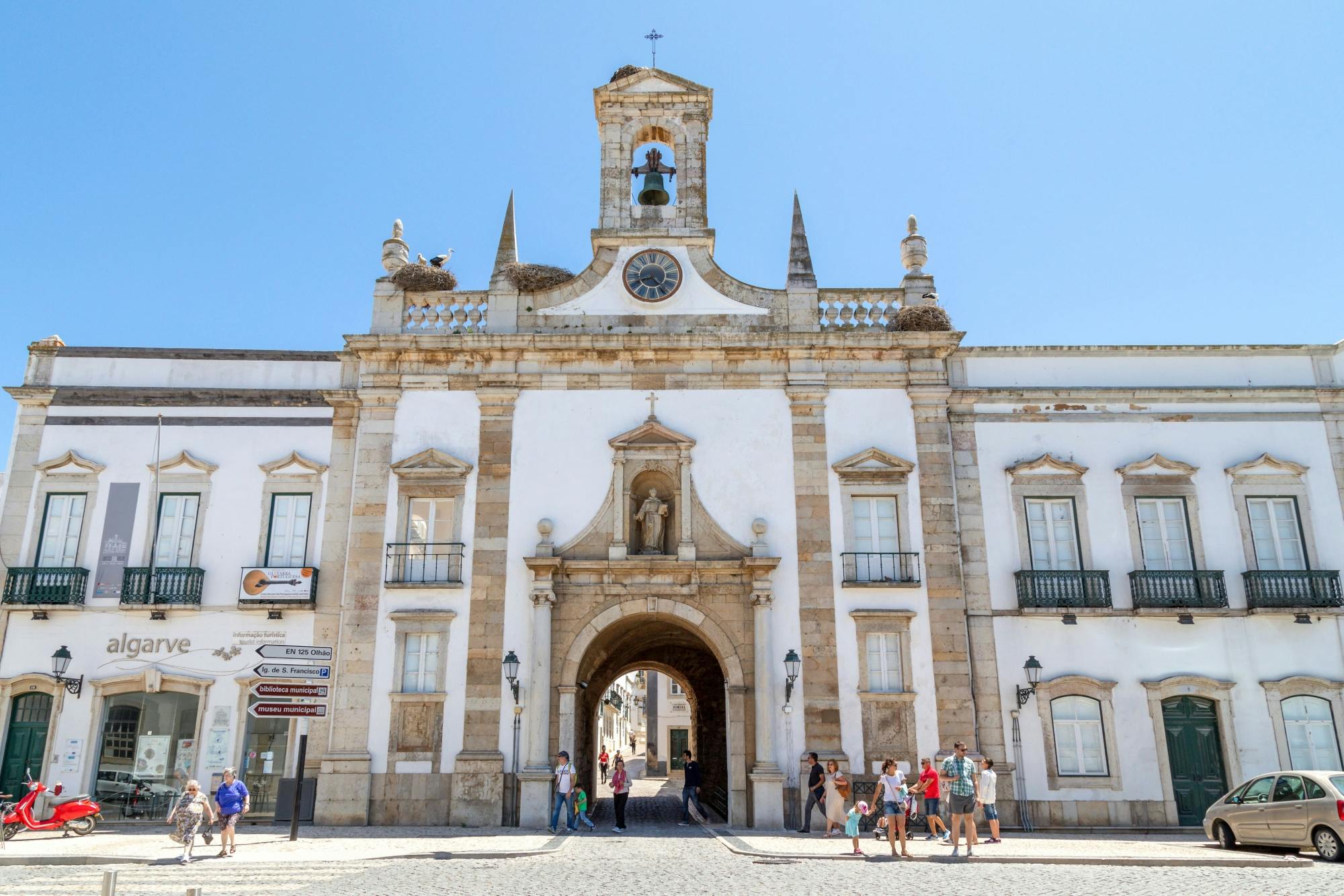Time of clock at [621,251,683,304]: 8:22
